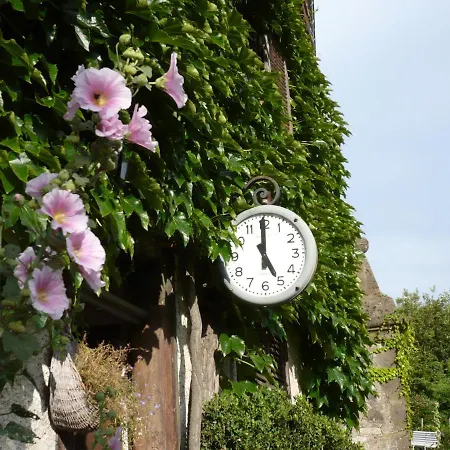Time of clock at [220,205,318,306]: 4:59
